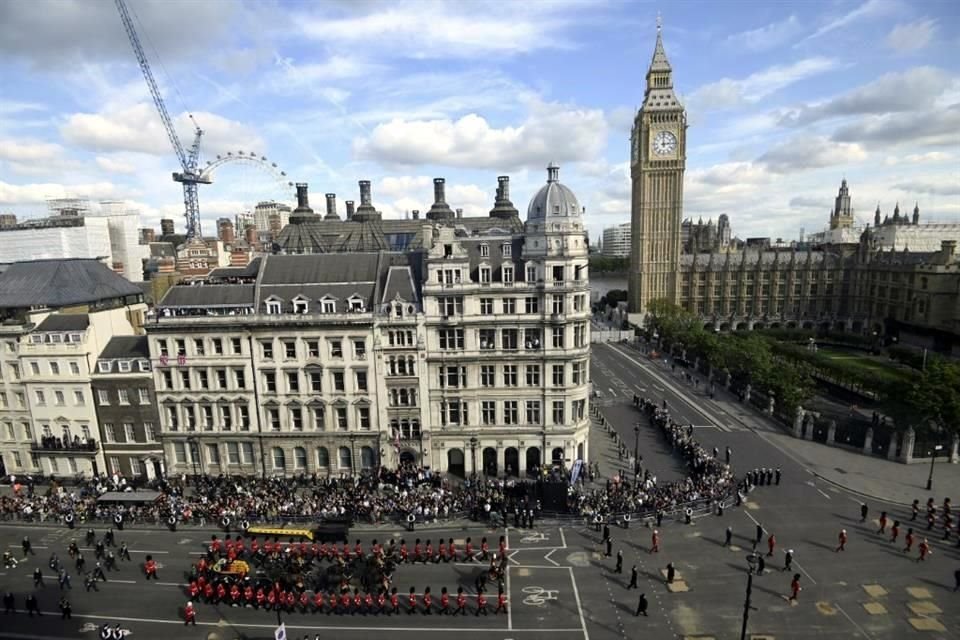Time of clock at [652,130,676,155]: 2:59
